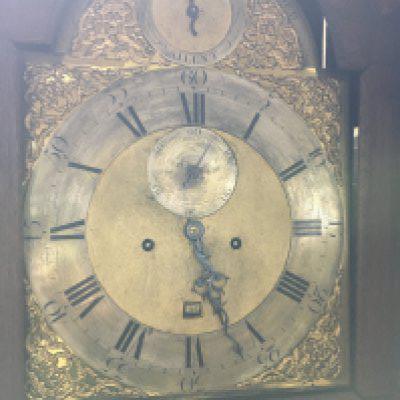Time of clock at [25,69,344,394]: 5:26
